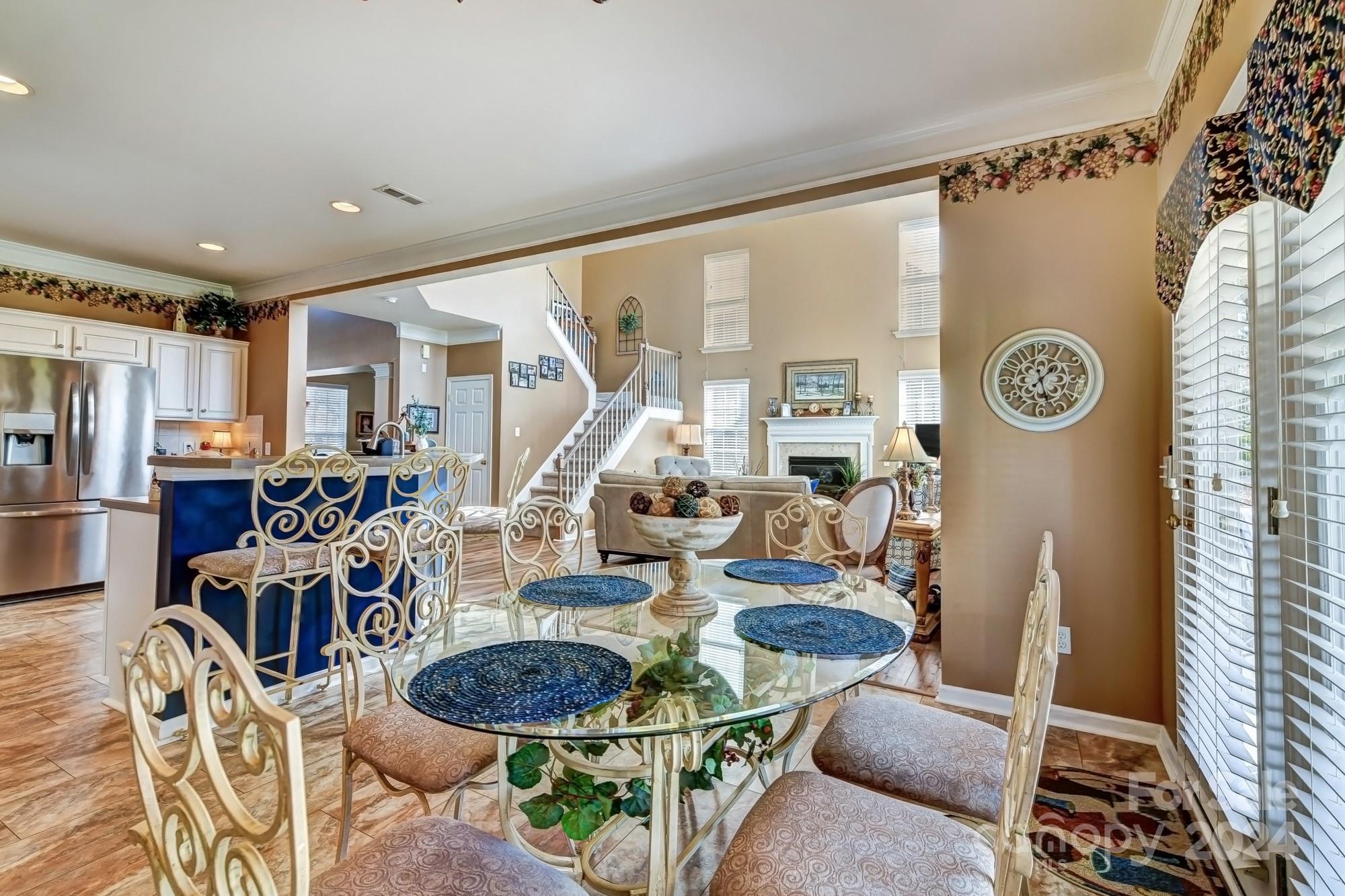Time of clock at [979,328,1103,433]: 1:27
